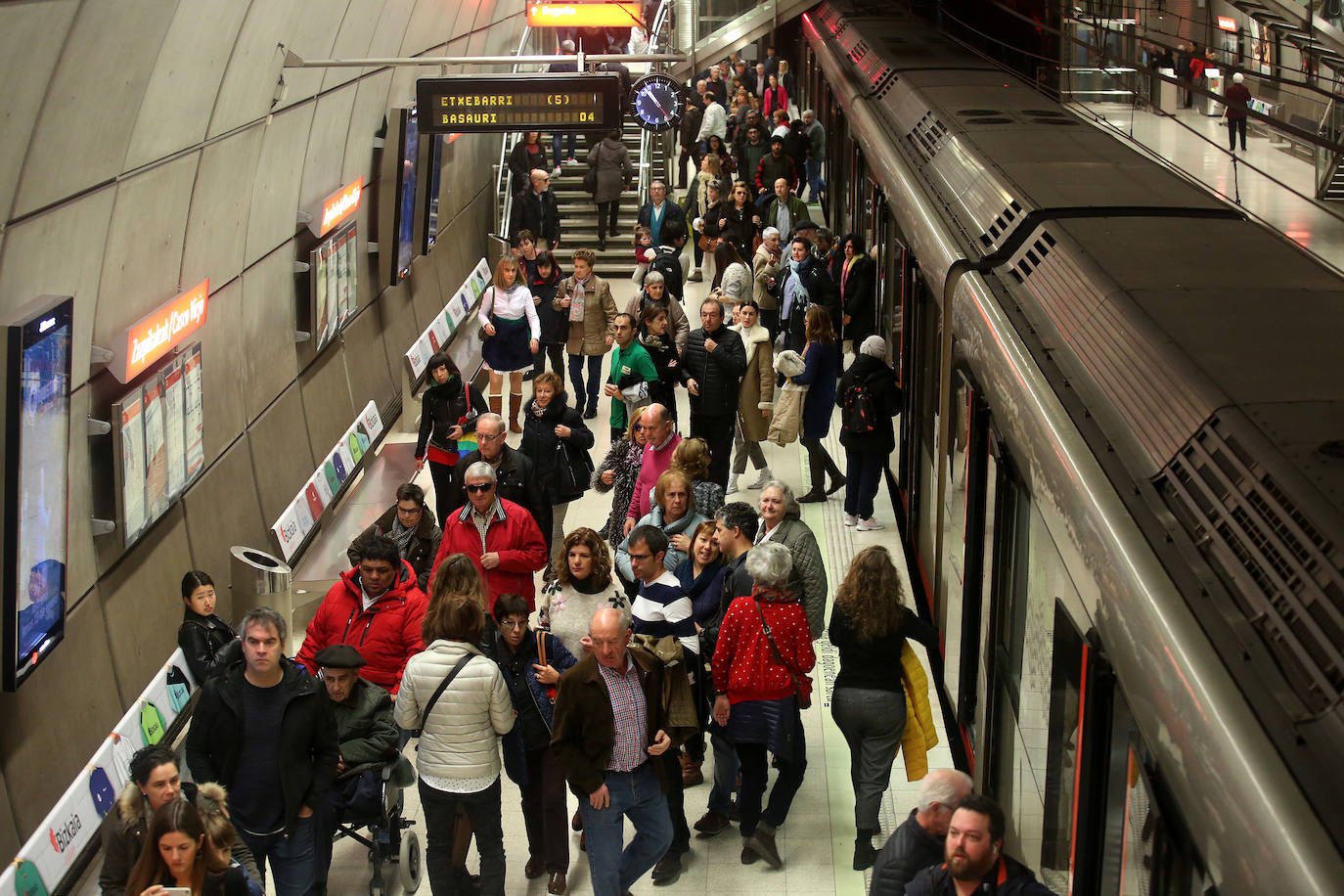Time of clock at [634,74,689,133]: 10:23
